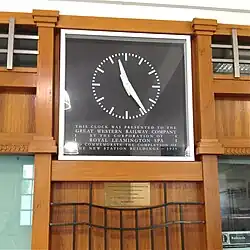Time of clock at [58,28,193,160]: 4:57
